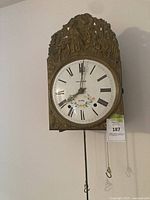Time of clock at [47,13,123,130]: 8:00
